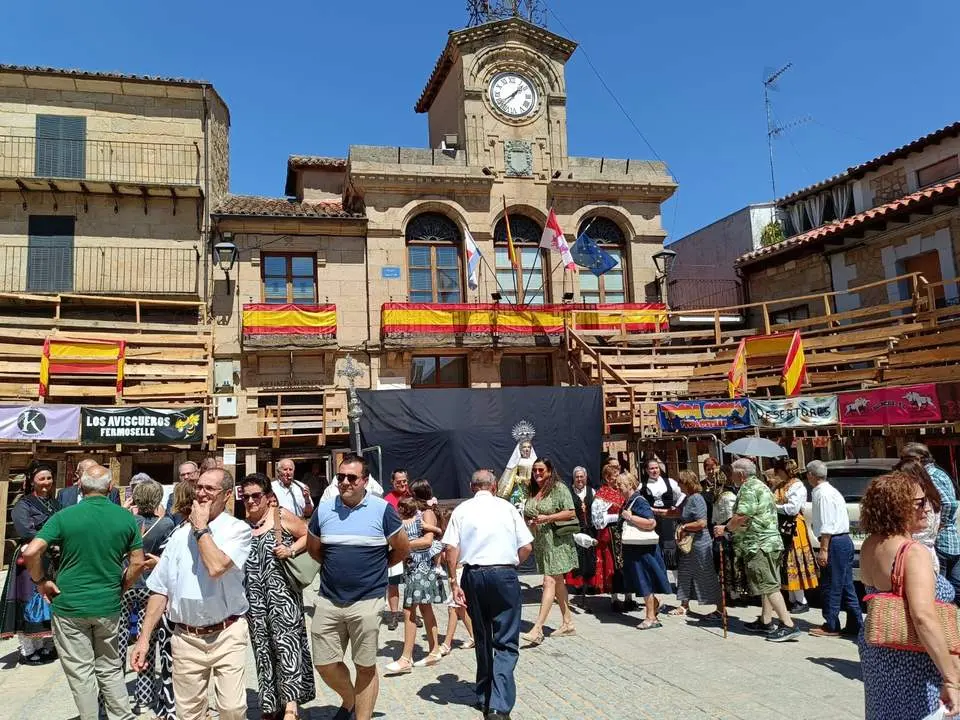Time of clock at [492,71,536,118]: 1:39
